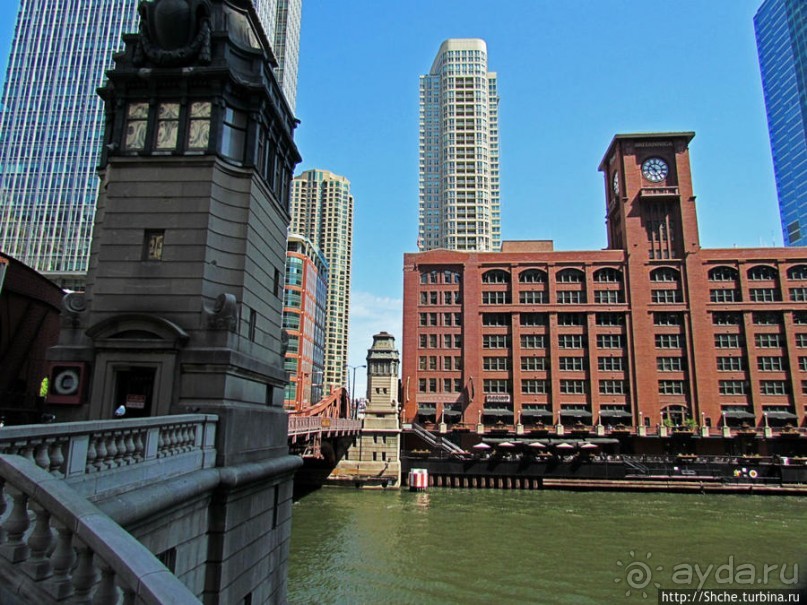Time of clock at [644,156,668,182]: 10:14
